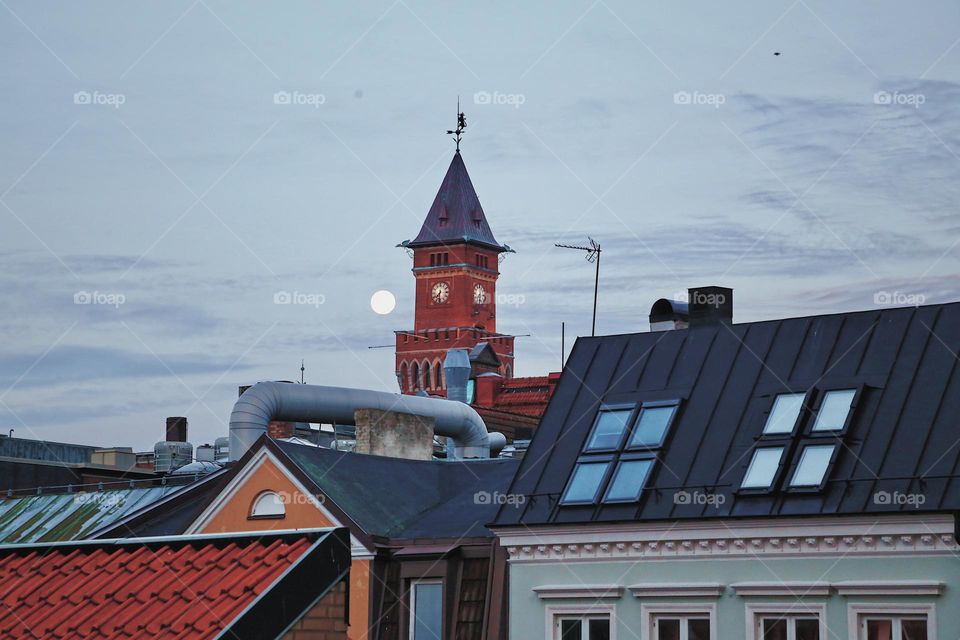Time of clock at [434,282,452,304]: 7:31
